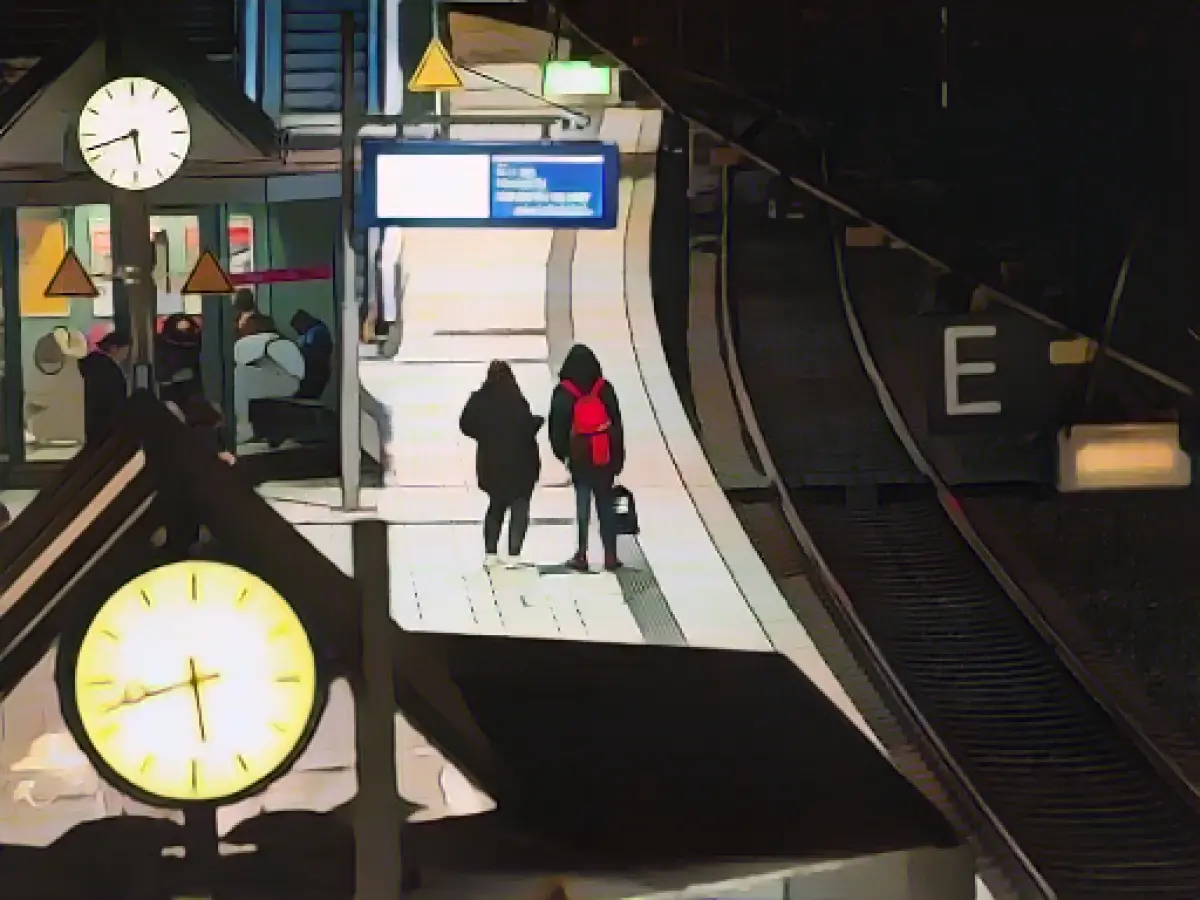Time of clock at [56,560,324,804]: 5:42
